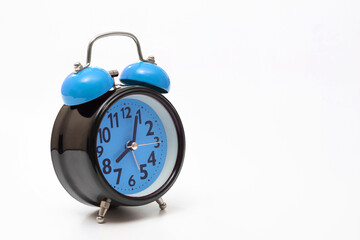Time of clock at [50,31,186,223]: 8:03
